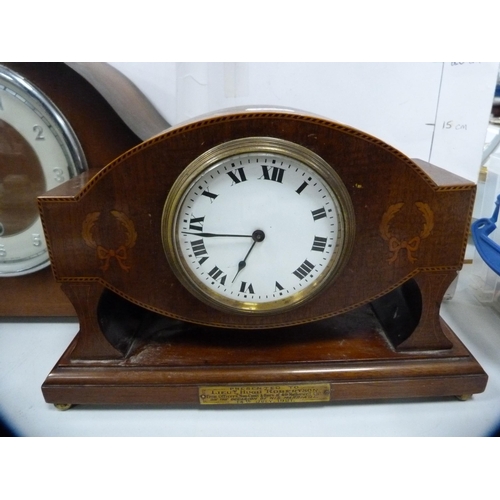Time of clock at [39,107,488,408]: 6:44
